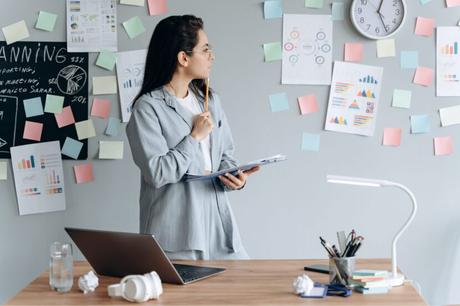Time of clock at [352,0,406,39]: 12:25
